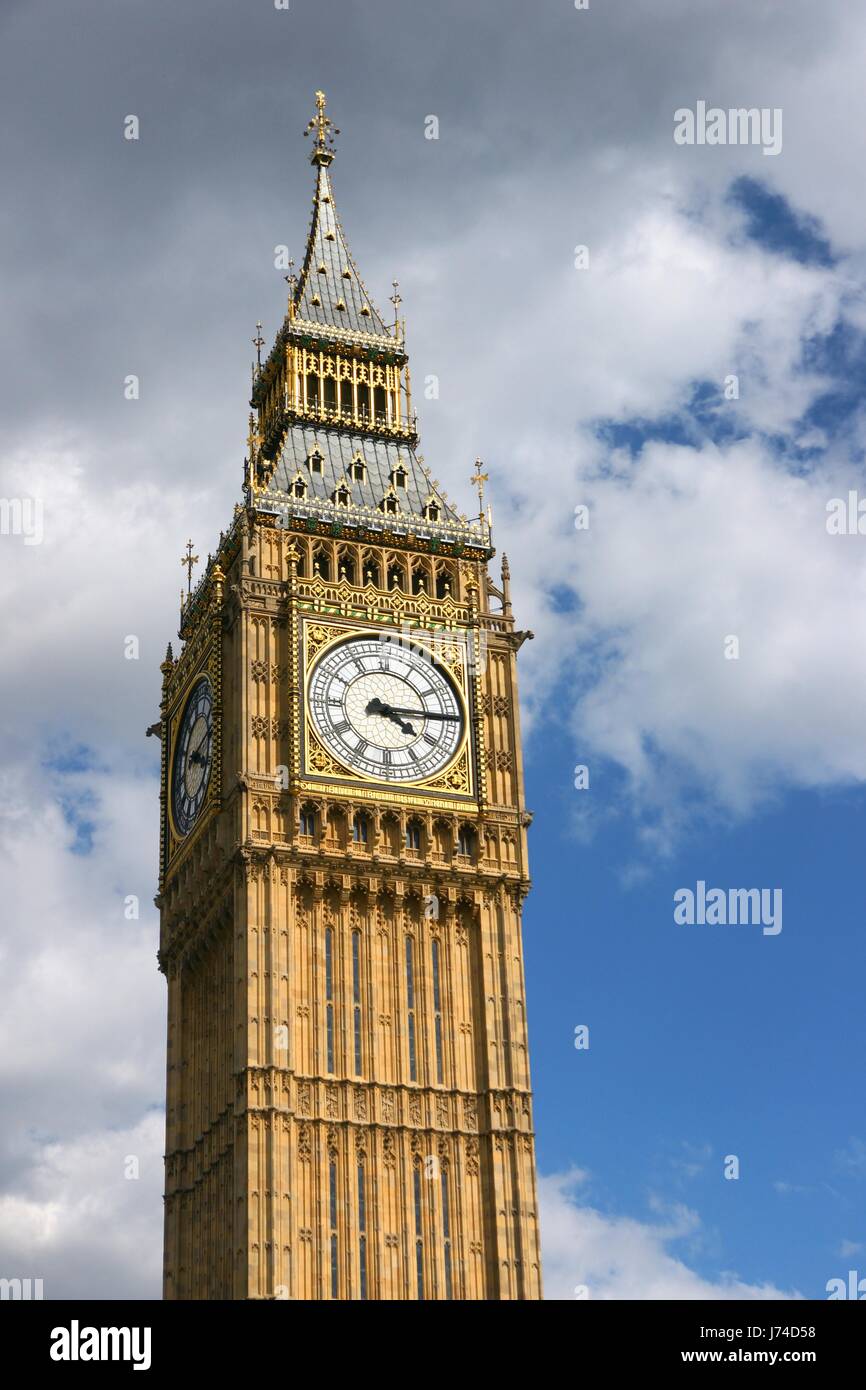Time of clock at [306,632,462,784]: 4:14
